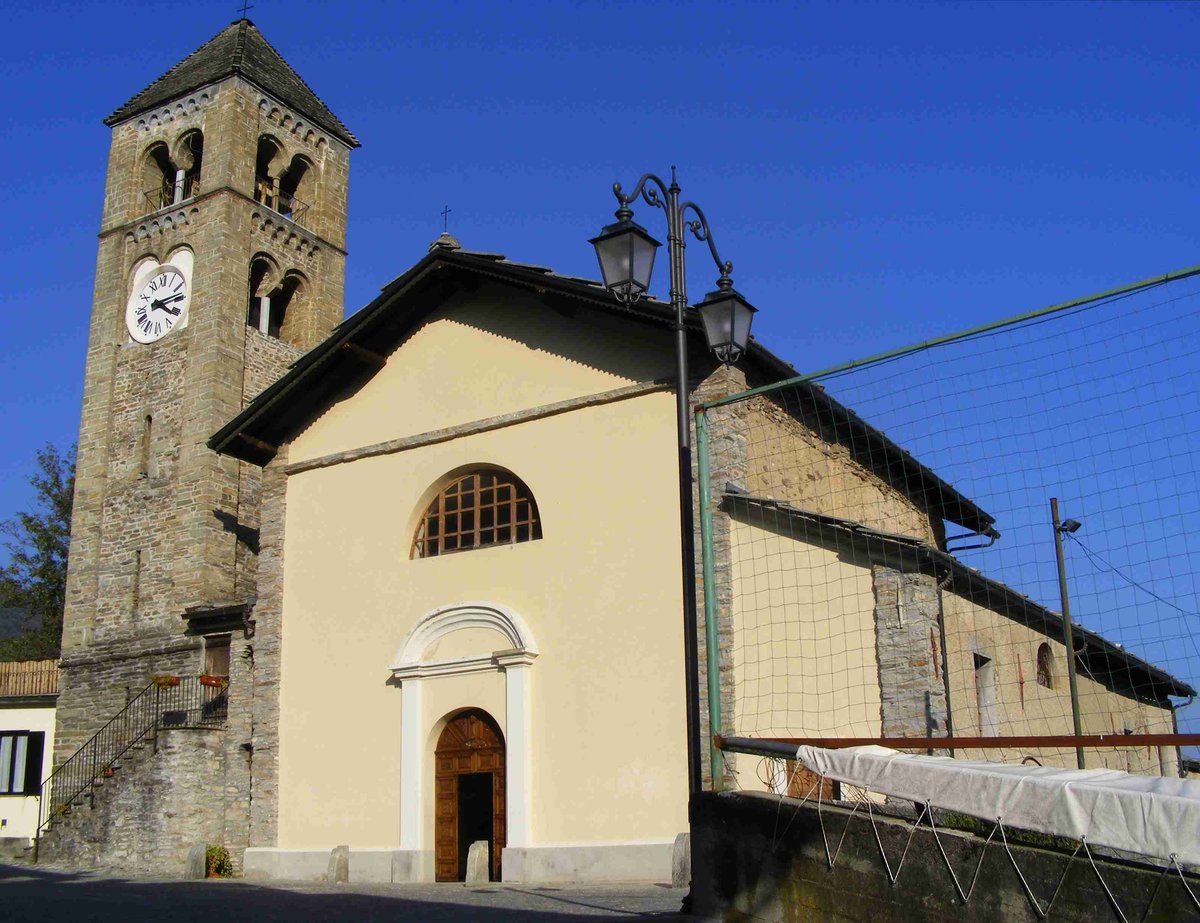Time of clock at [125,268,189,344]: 4:13
